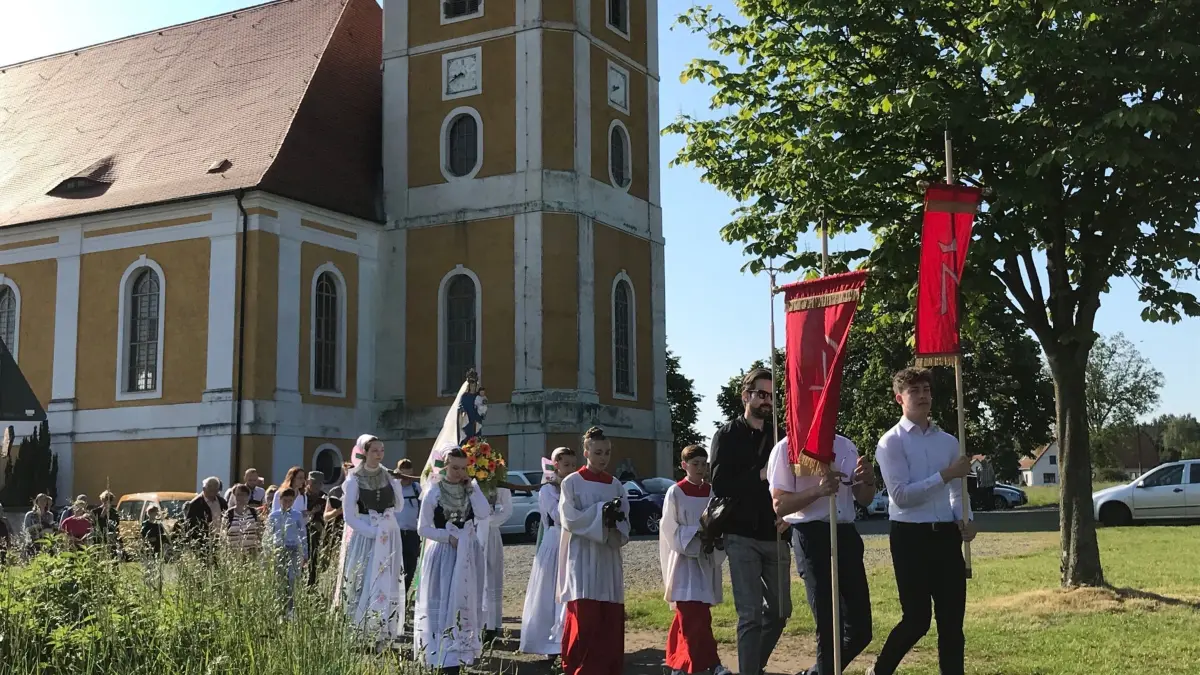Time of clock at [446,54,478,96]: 8:41
